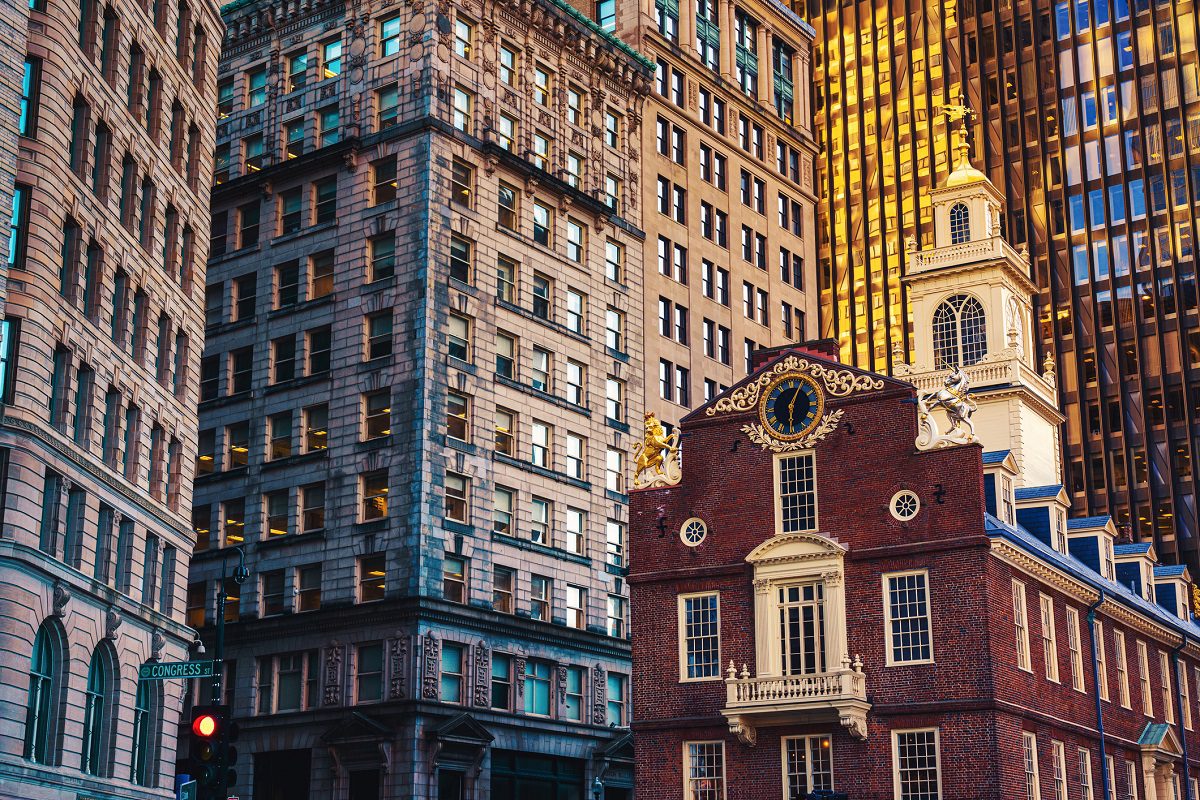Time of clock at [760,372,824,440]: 6:04
